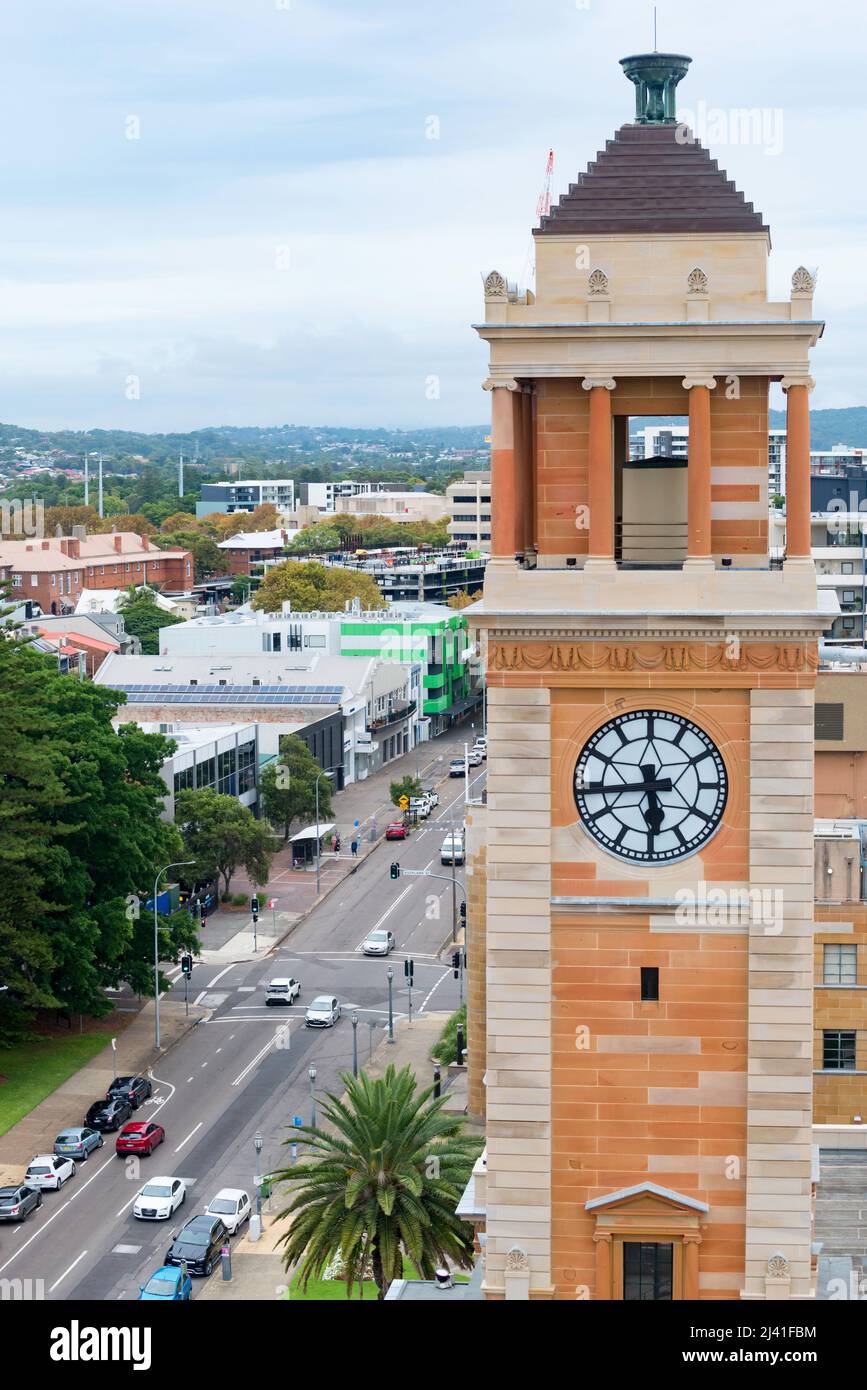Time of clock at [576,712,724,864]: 5:44
